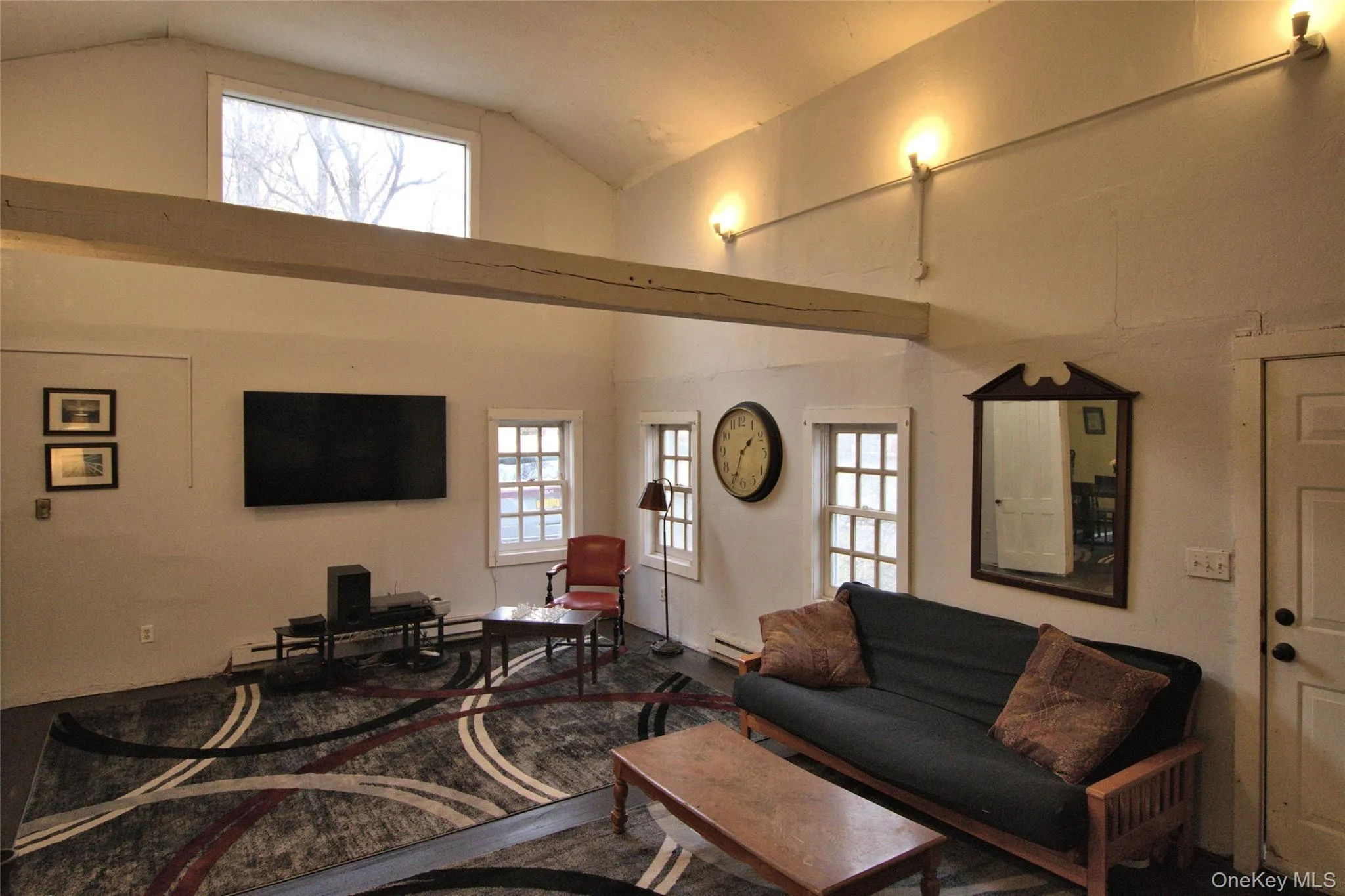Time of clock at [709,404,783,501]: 1:34
